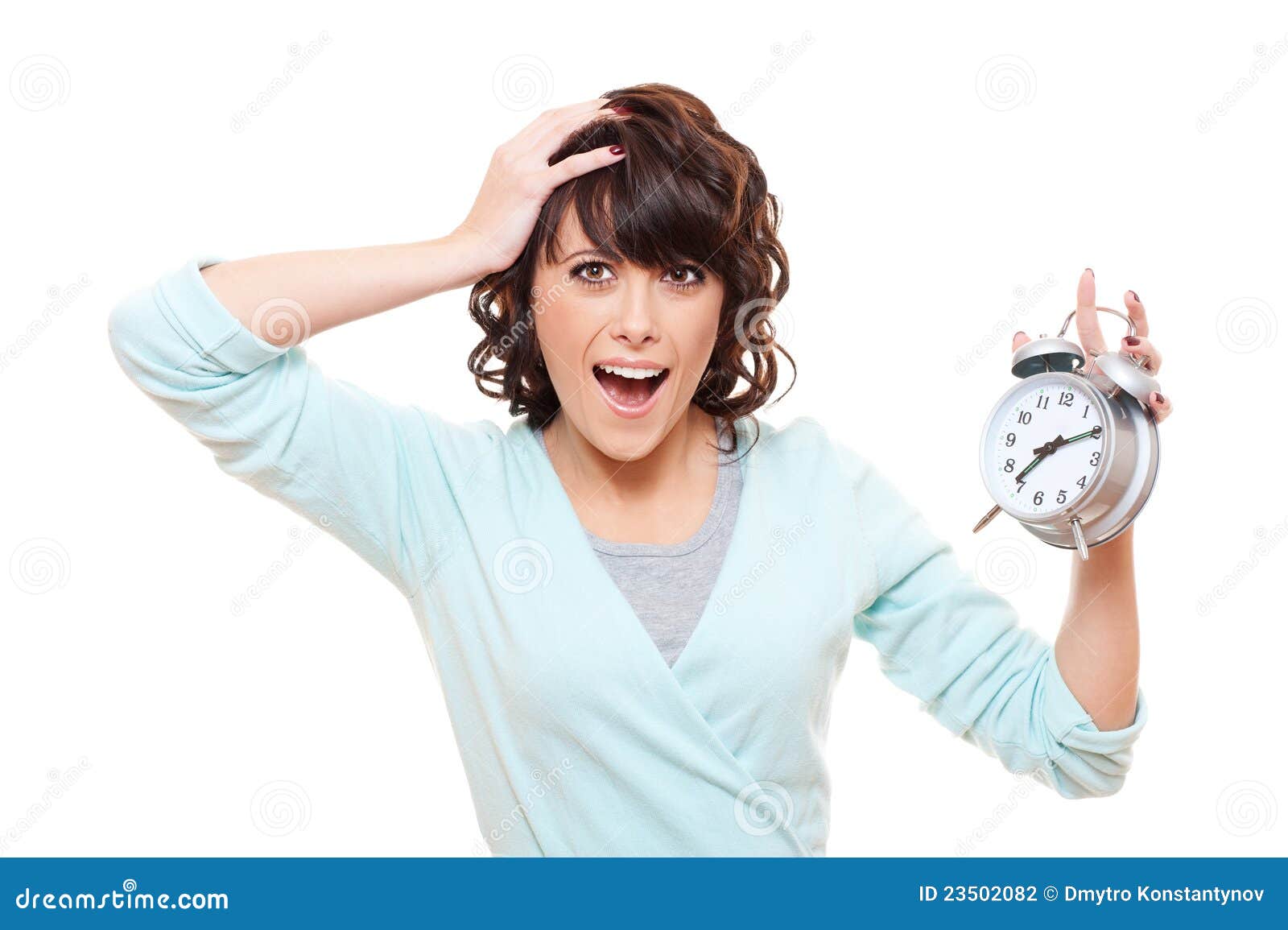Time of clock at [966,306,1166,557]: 7:09
